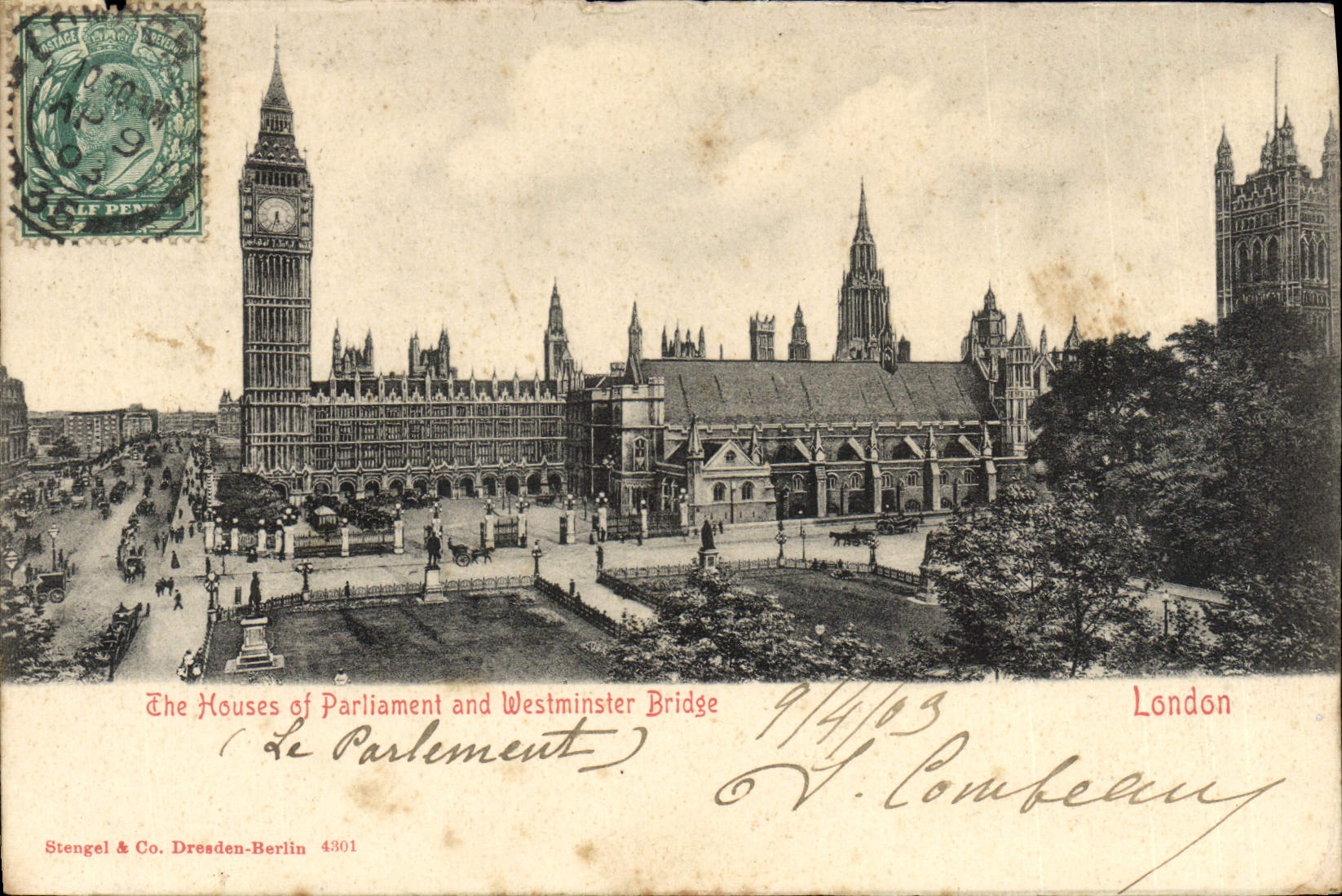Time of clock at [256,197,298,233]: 5:32
